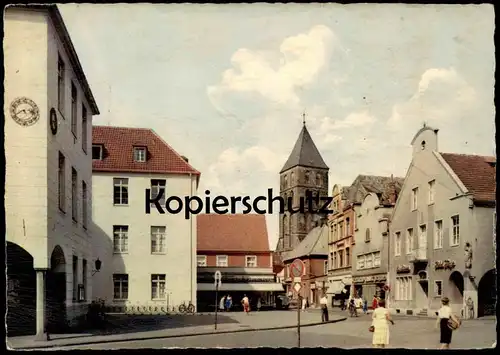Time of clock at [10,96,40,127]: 3:40
